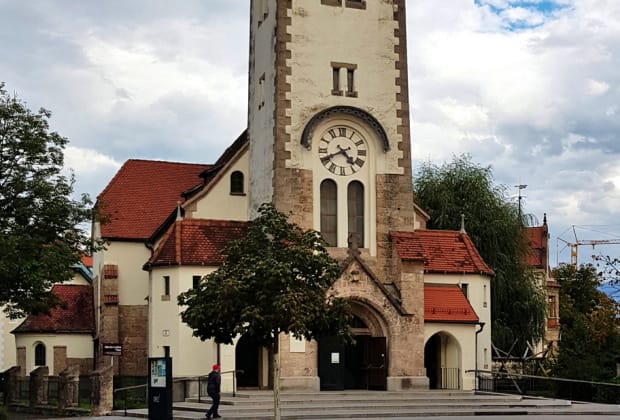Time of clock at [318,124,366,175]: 4:40
